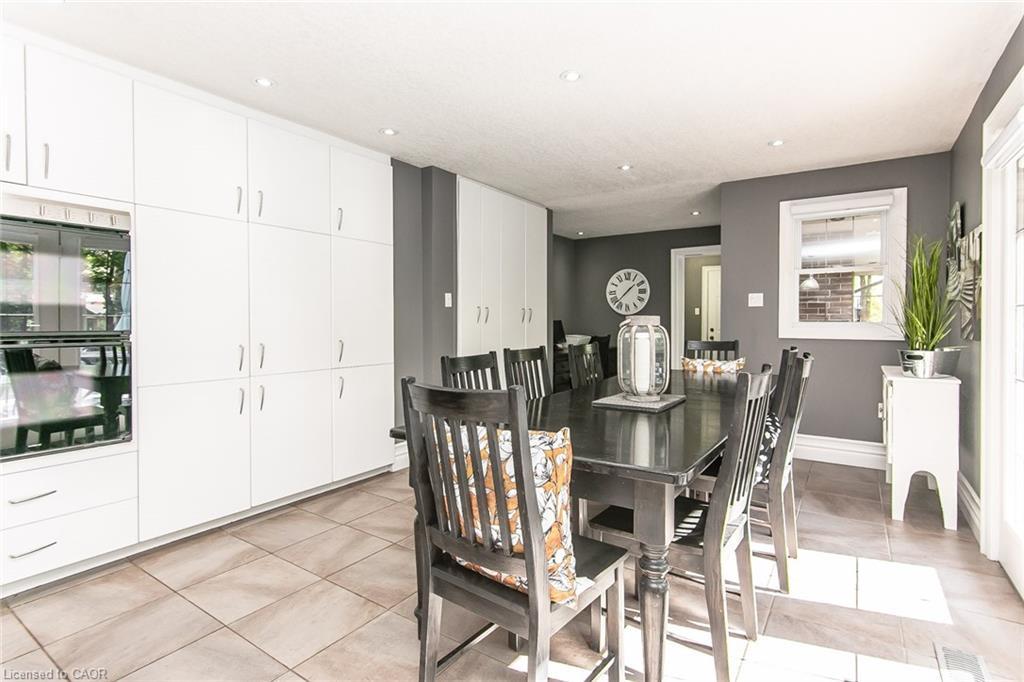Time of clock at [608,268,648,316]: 1:37
